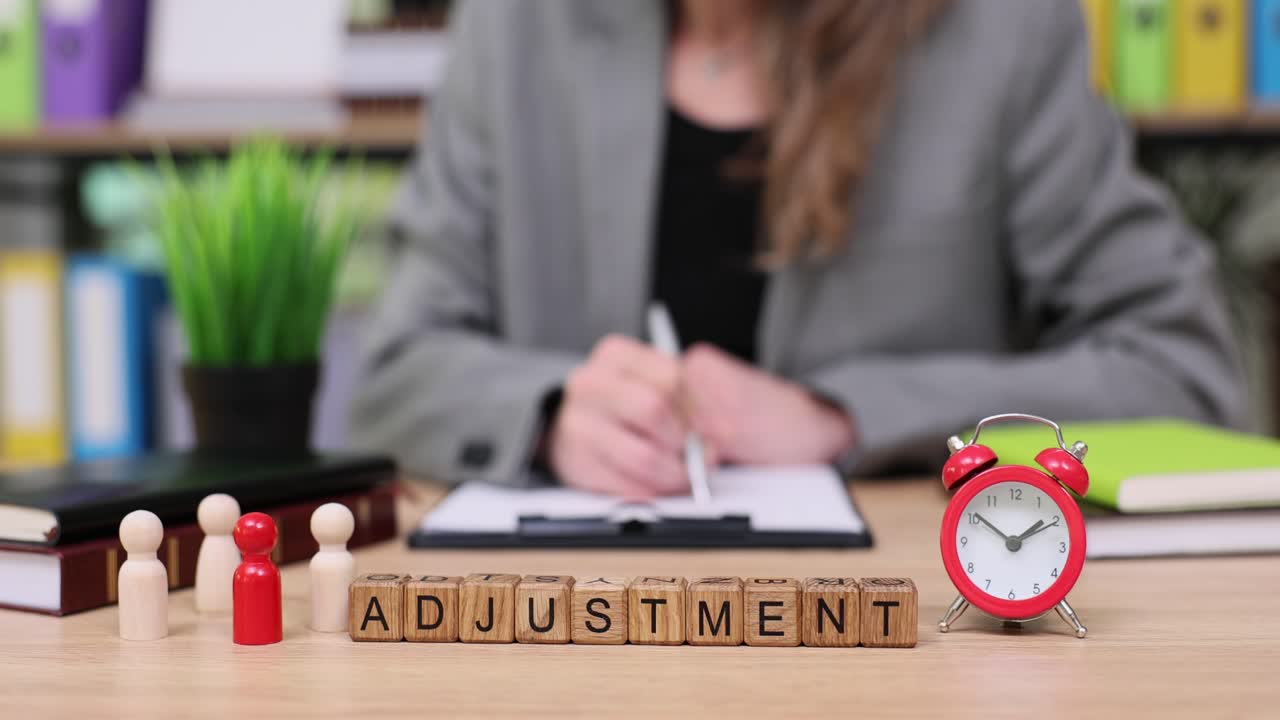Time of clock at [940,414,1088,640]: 1:50
